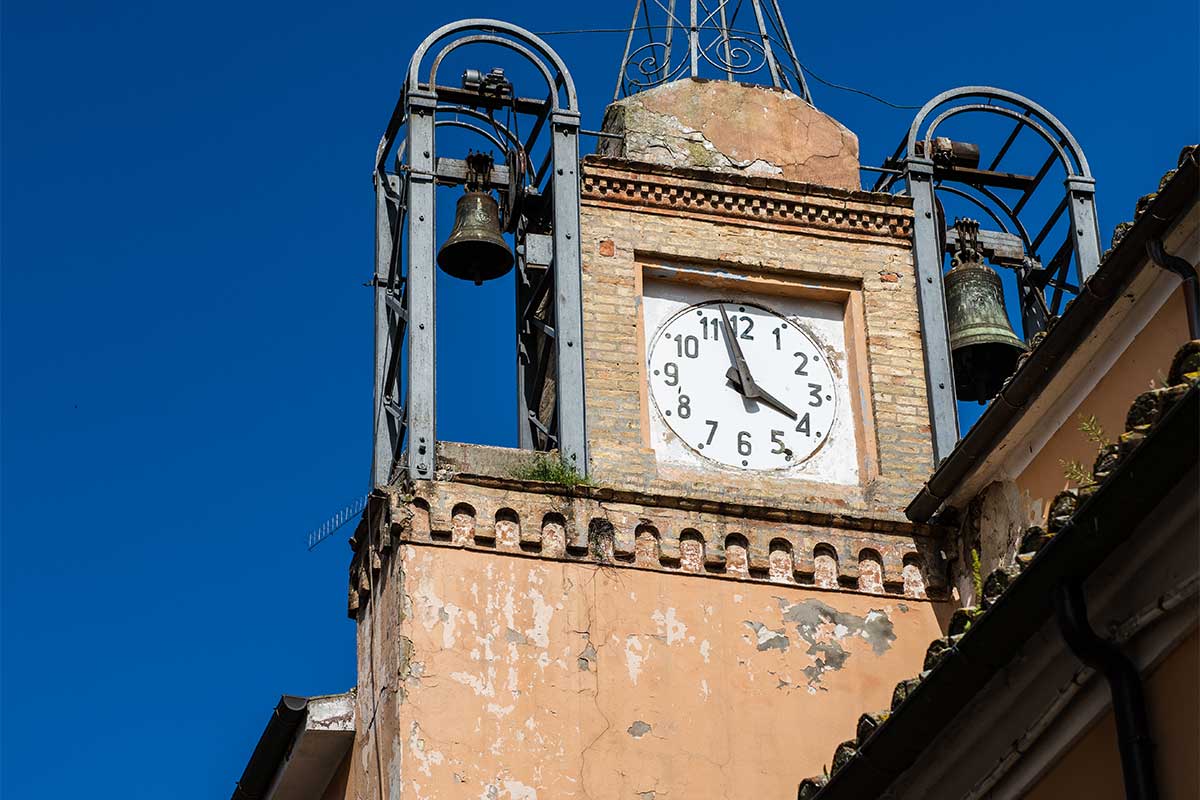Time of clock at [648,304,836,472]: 3:57
